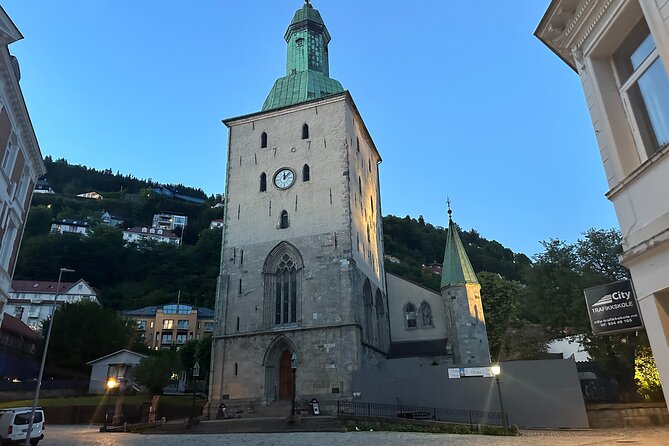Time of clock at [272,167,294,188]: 12:07
